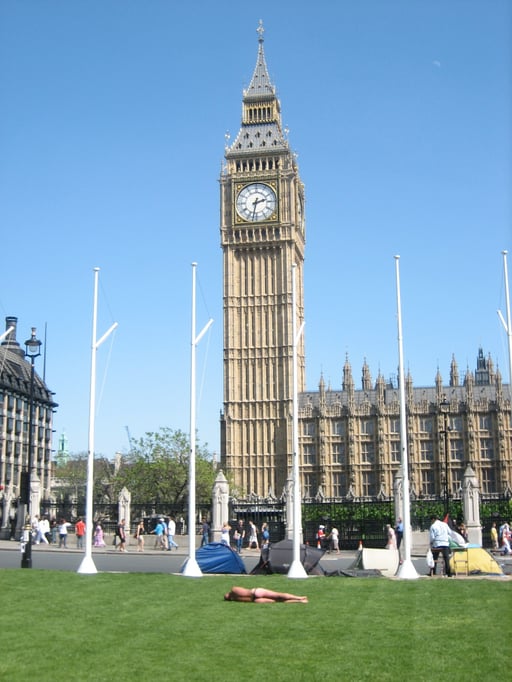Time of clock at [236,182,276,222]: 2:32
